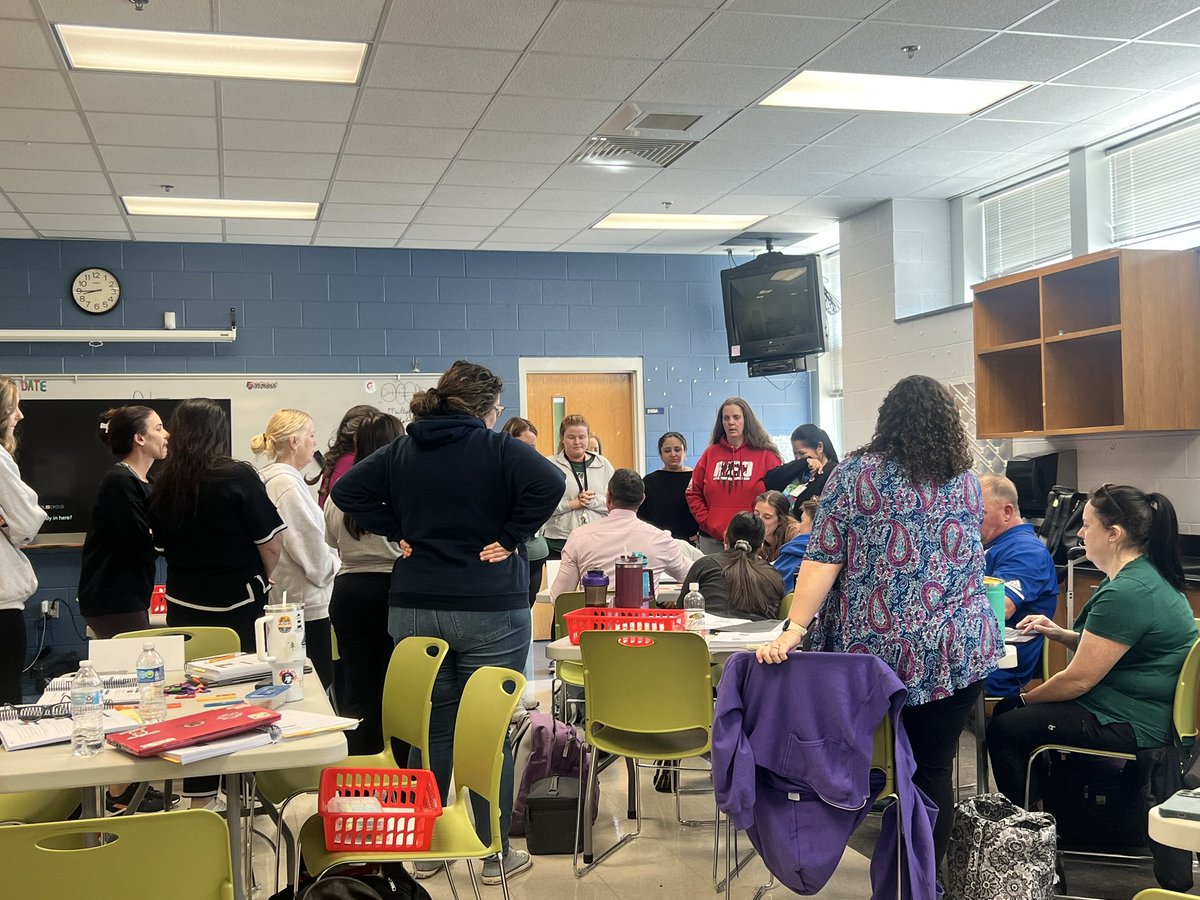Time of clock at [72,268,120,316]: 8:44
